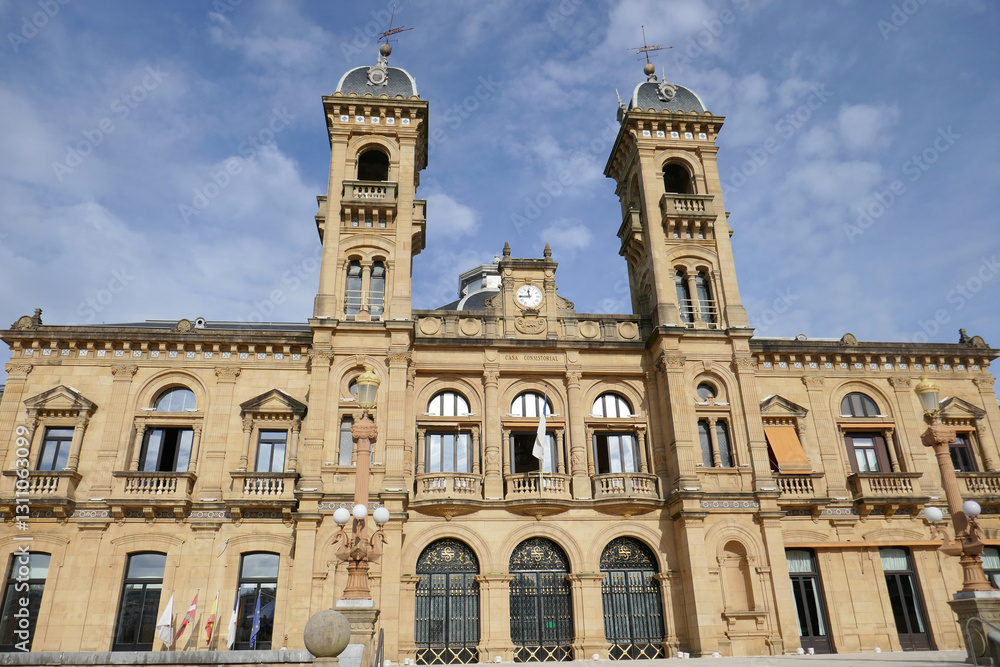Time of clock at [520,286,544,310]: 11:44
